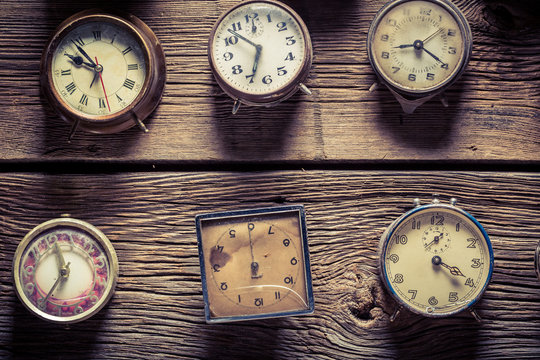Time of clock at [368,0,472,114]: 8:19
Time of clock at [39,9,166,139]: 9:53
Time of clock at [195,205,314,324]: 5:59
